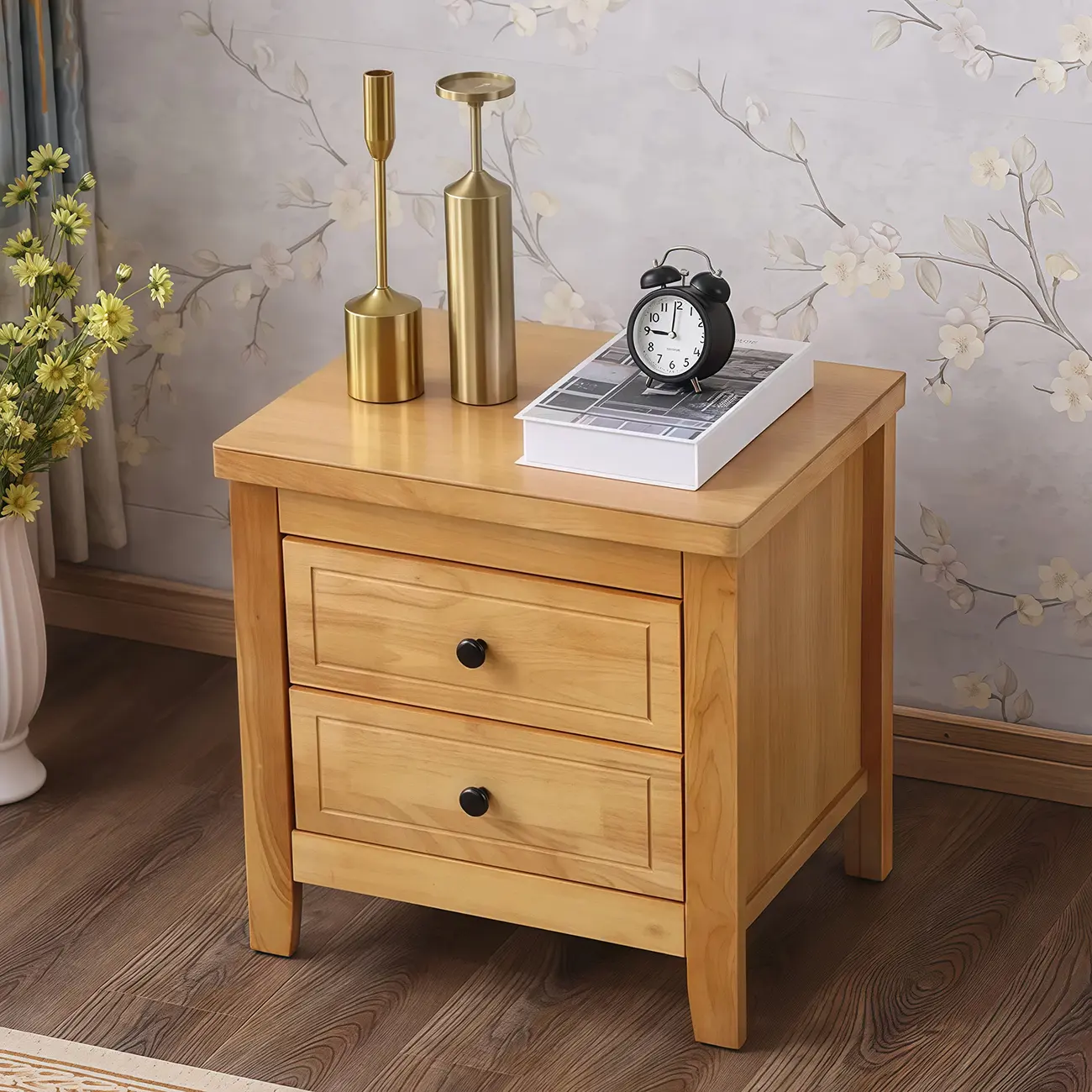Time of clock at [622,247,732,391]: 8:59
